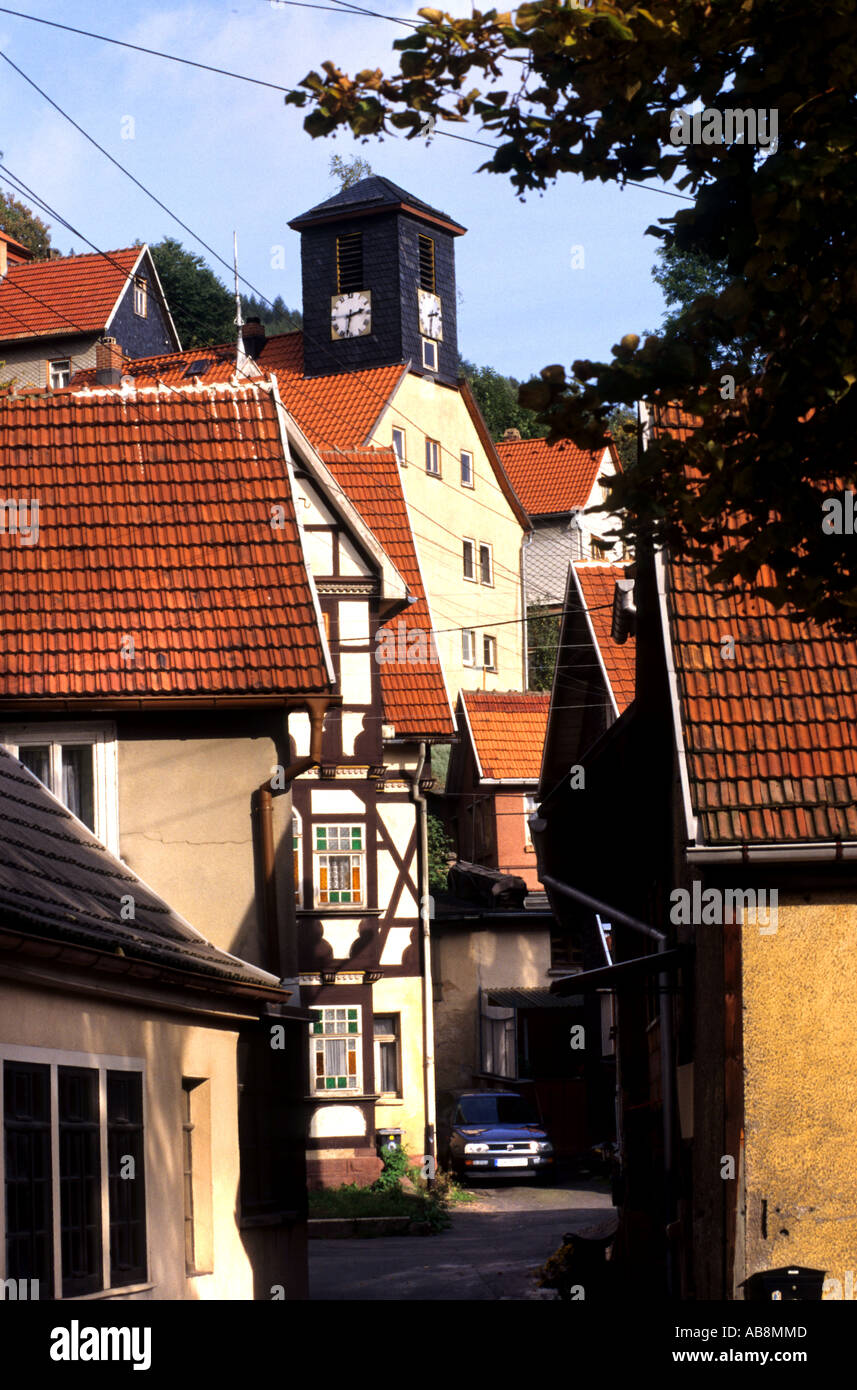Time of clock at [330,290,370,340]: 2:32
